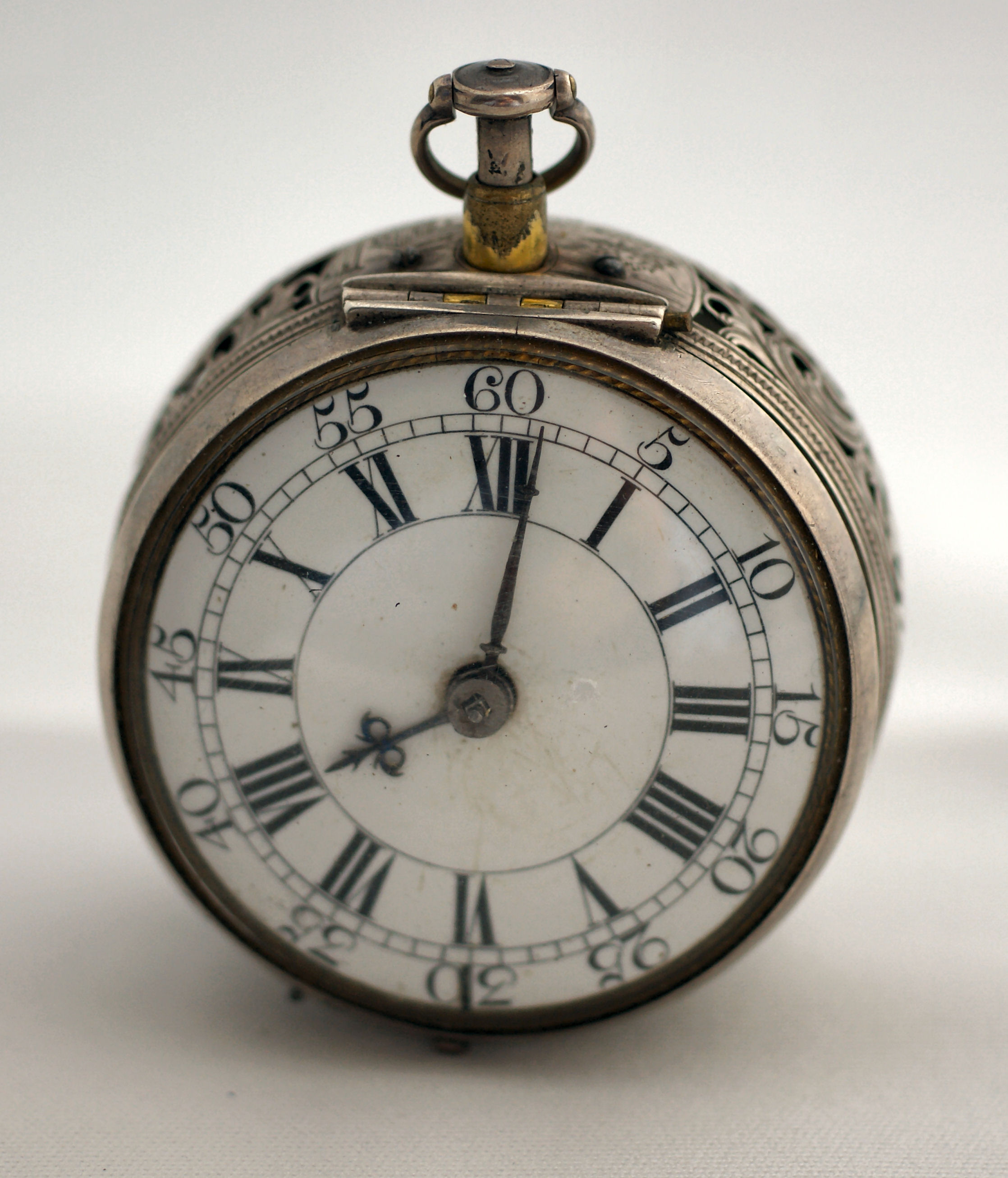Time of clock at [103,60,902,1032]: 8:01
